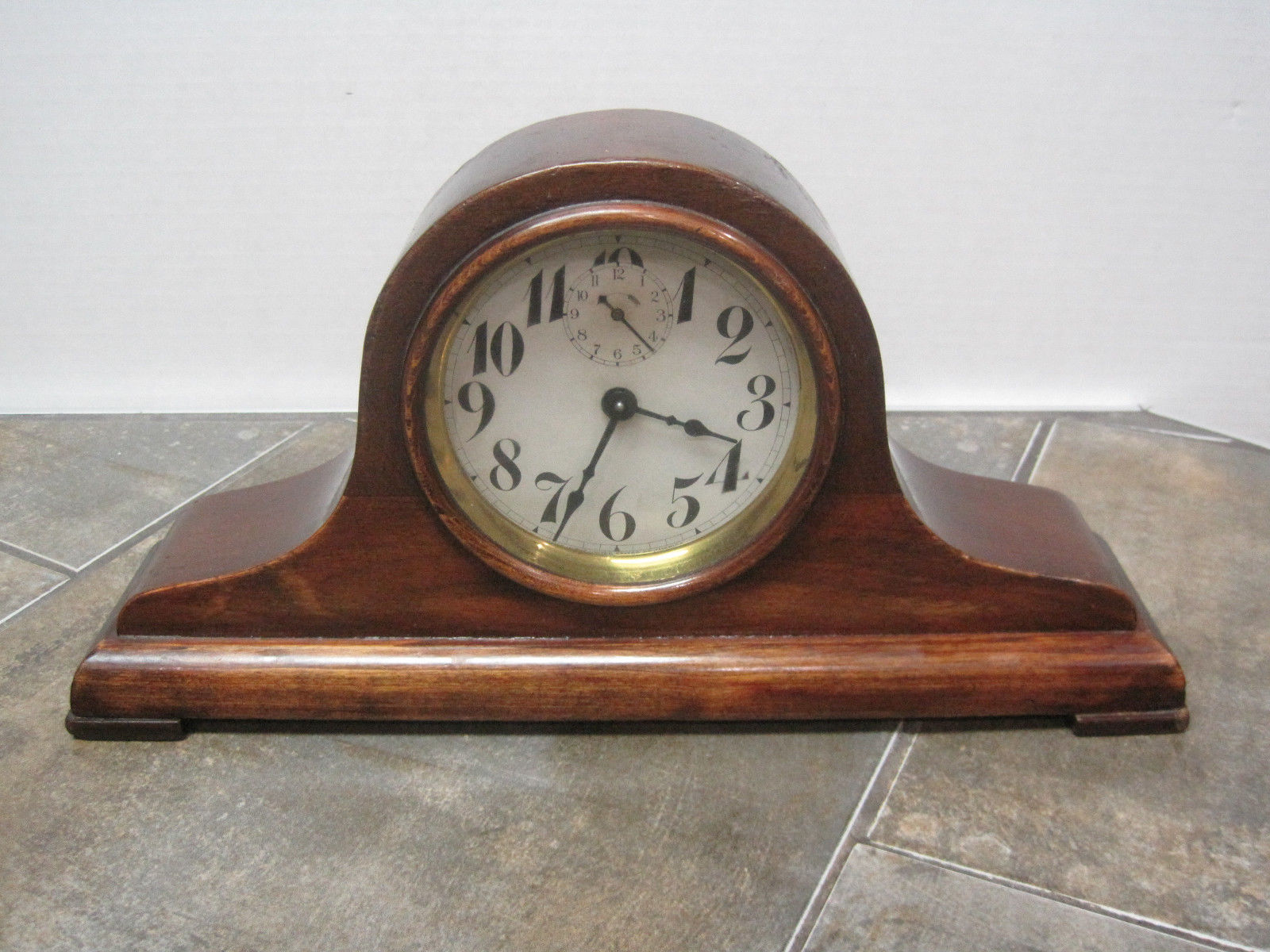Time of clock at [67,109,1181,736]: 3:34
